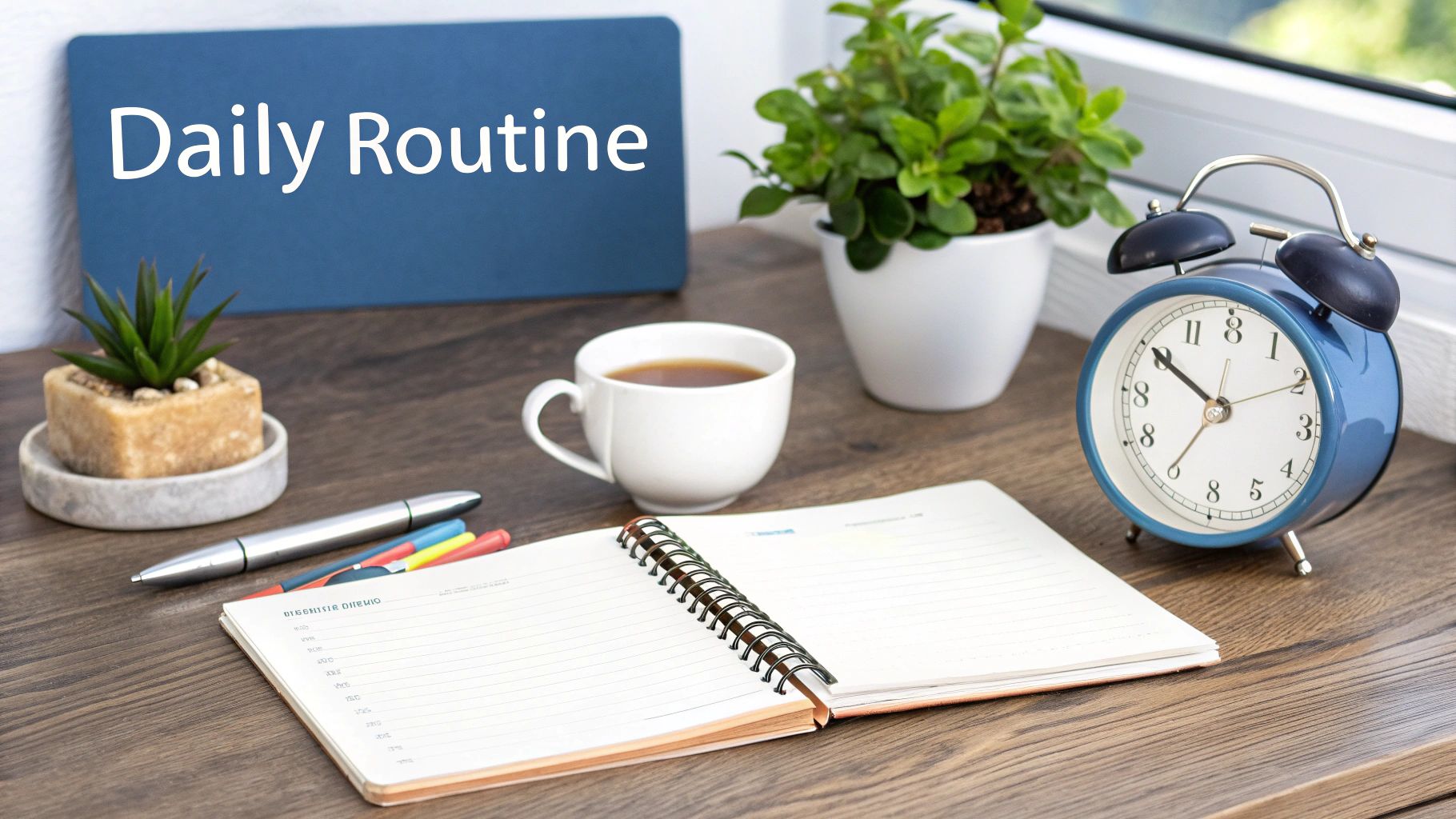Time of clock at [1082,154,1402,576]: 9:50
